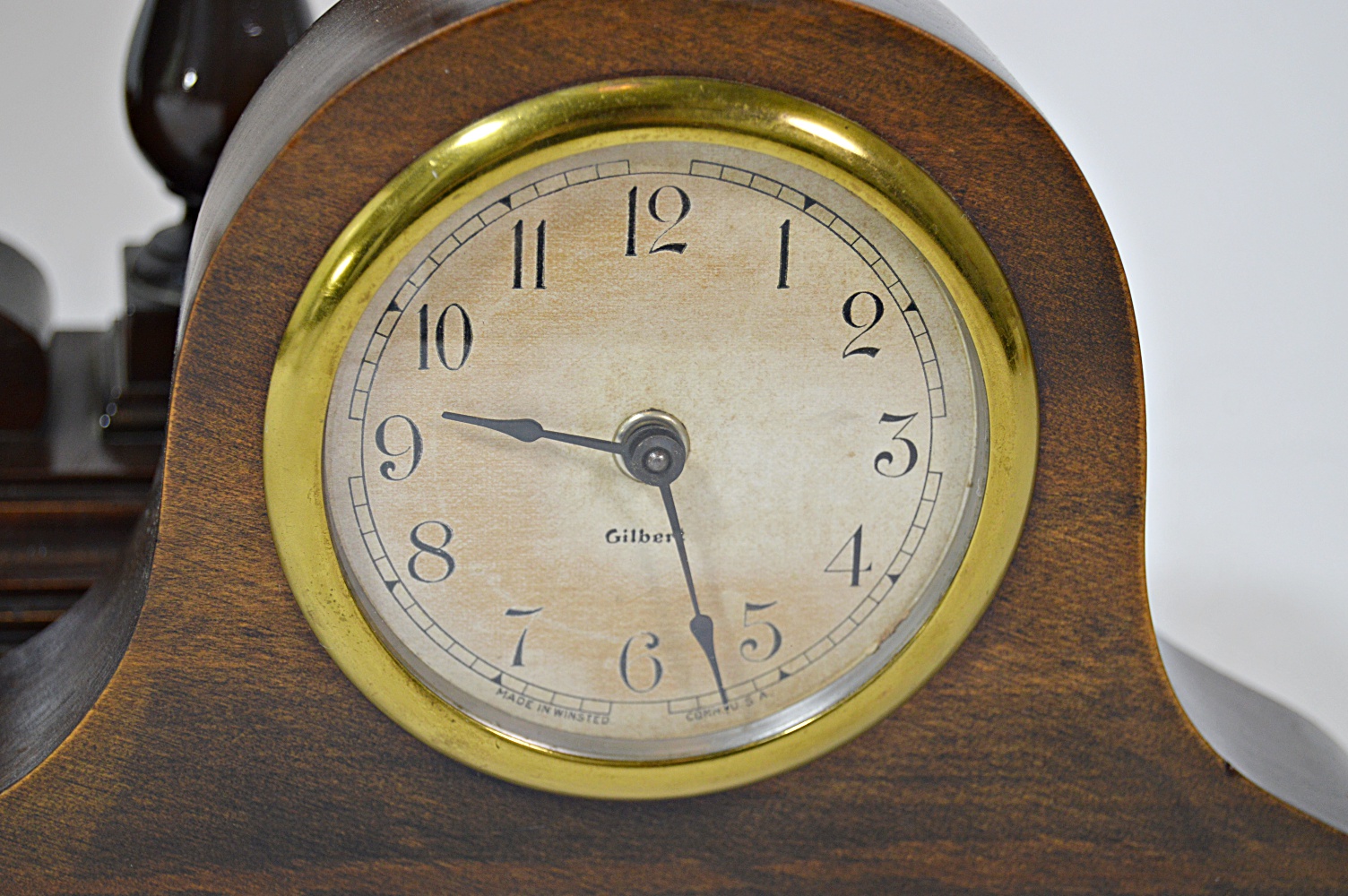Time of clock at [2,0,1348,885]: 9:27
